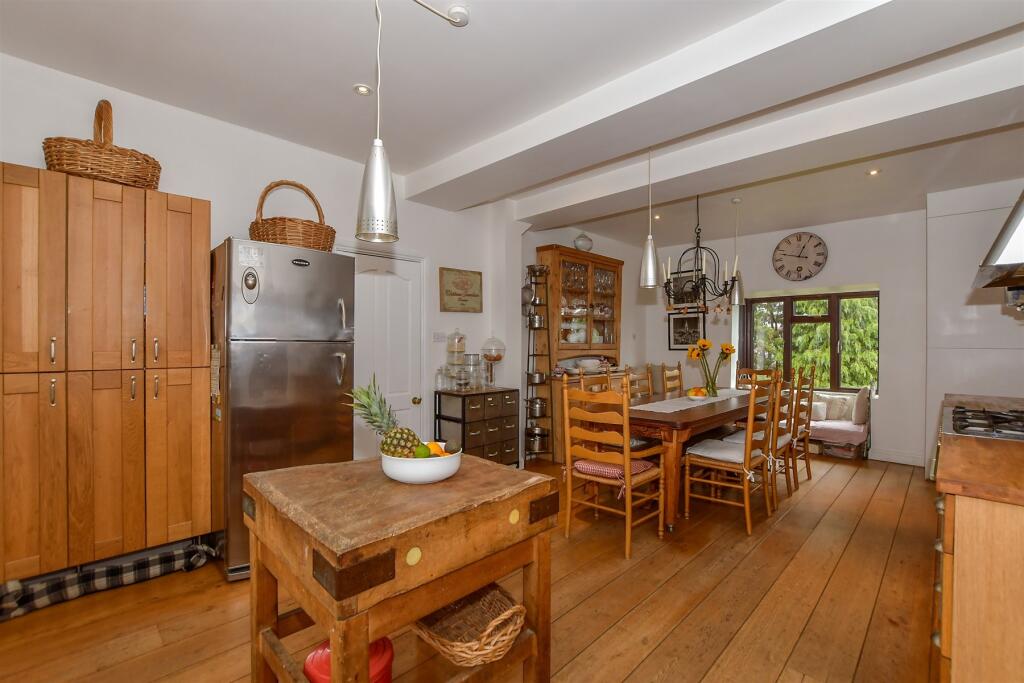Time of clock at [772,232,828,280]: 12:47
